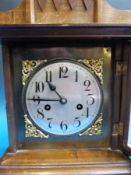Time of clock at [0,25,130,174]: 10:45
